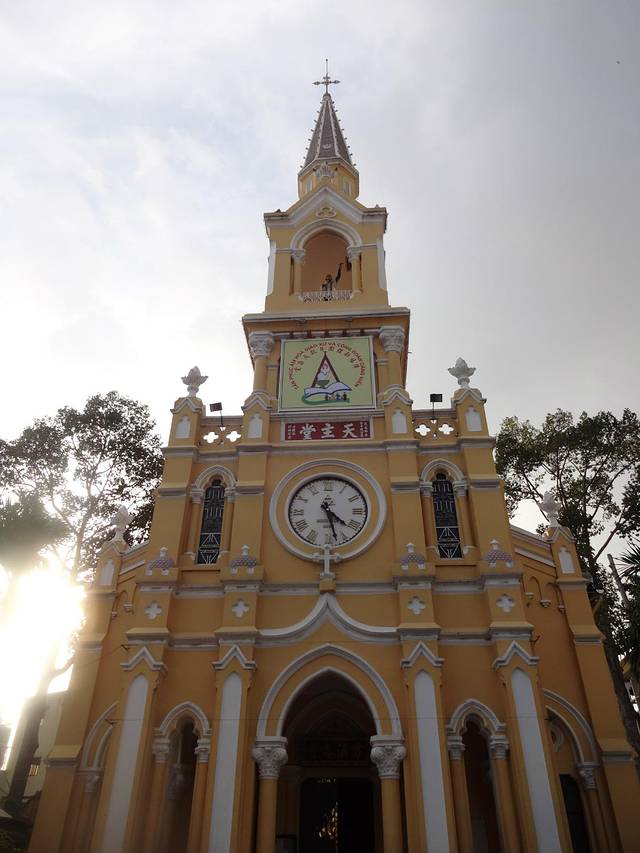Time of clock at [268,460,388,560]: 4:27
